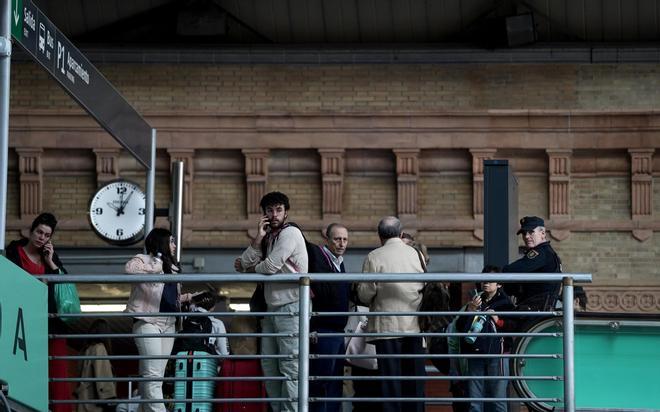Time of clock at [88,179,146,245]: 12:05
